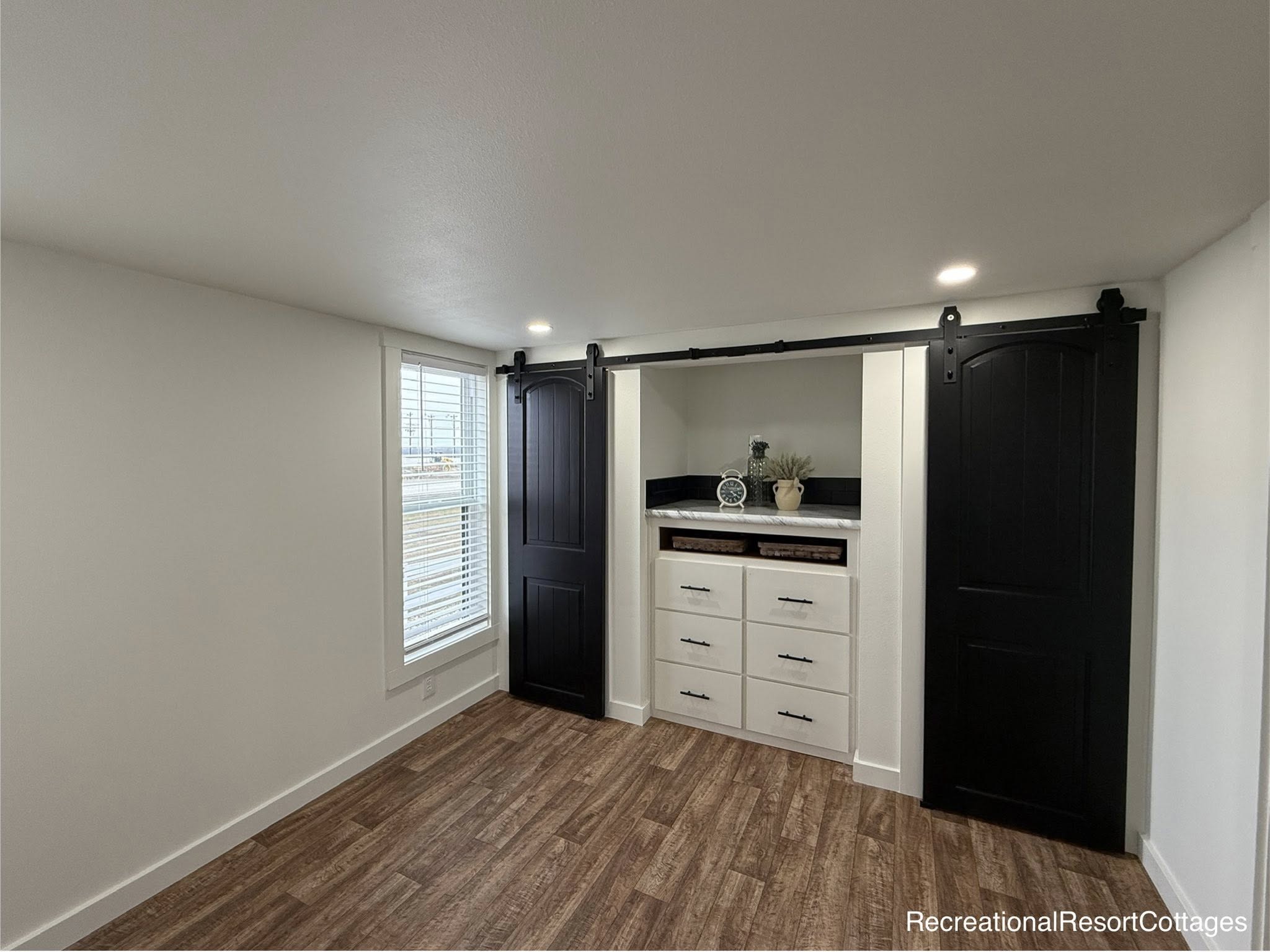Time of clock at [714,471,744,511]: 4:12
